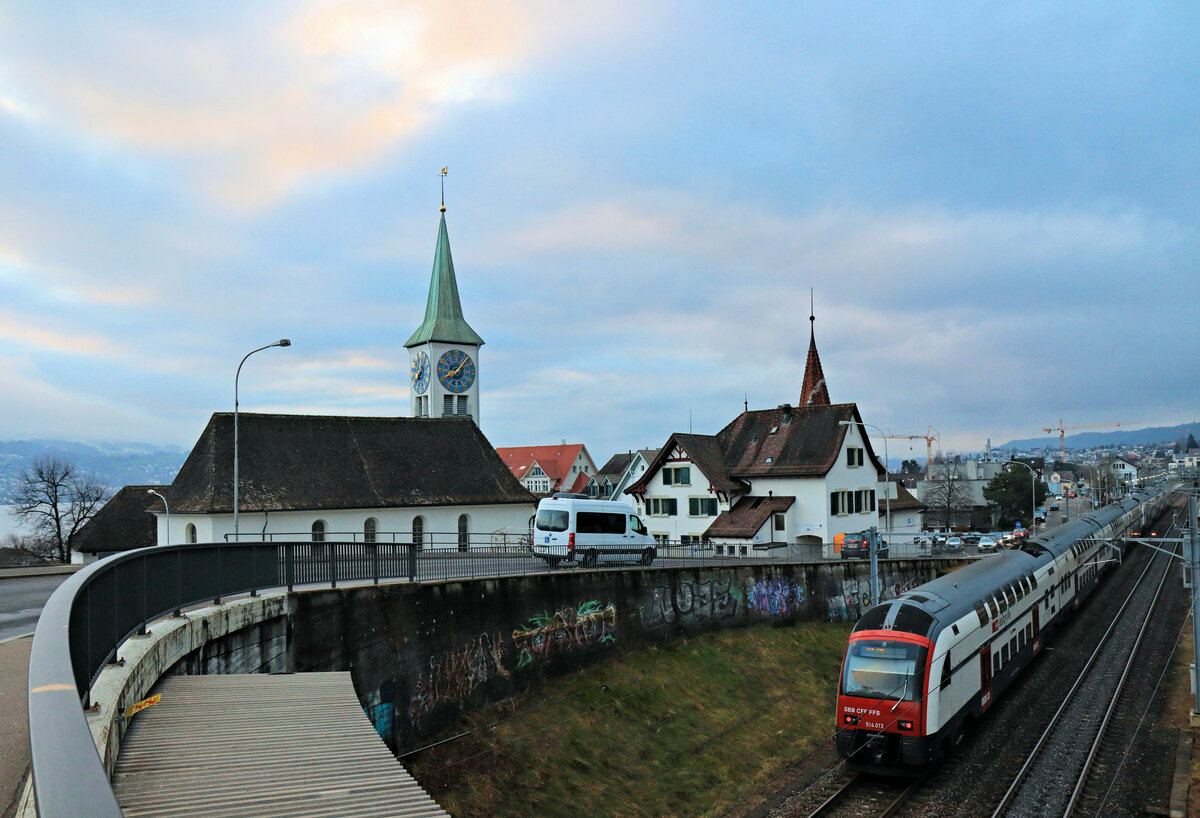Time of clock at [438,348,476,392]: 8:07
